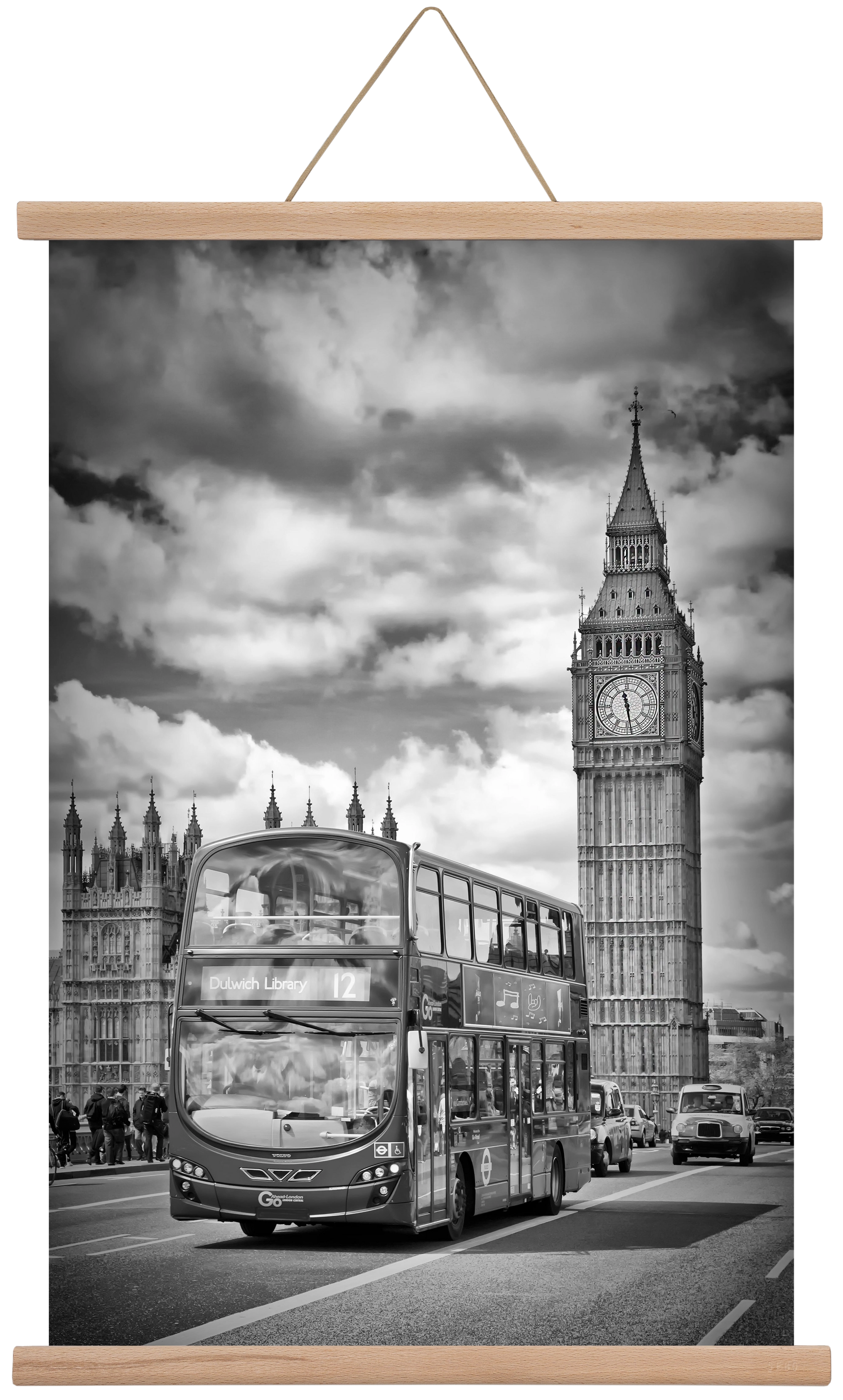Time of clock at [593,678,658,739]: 11:28
